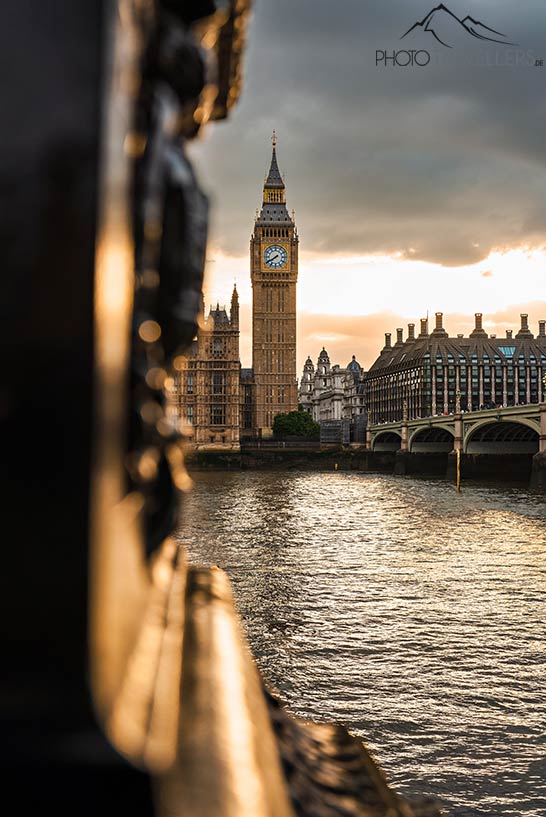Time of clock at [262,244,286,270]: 7:39
